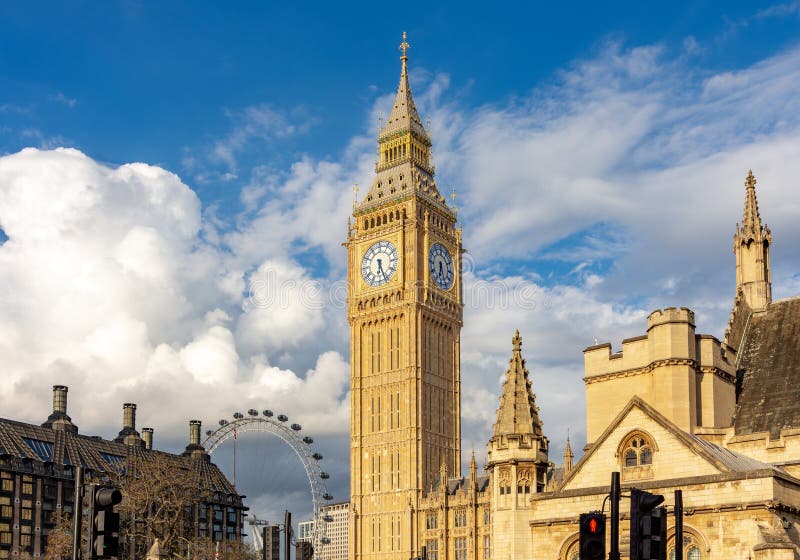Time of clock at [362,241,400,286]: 6:26
